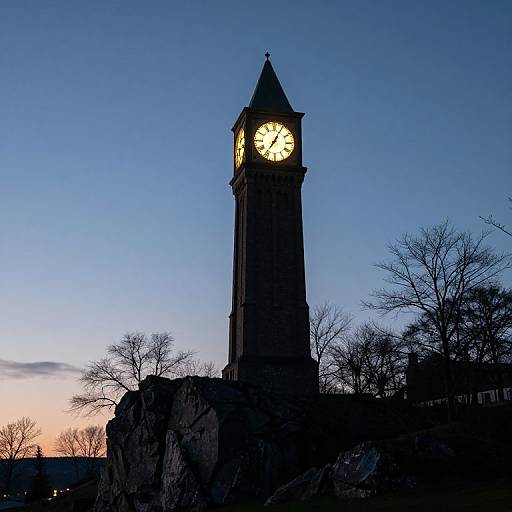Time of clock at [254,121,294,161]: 7:04
